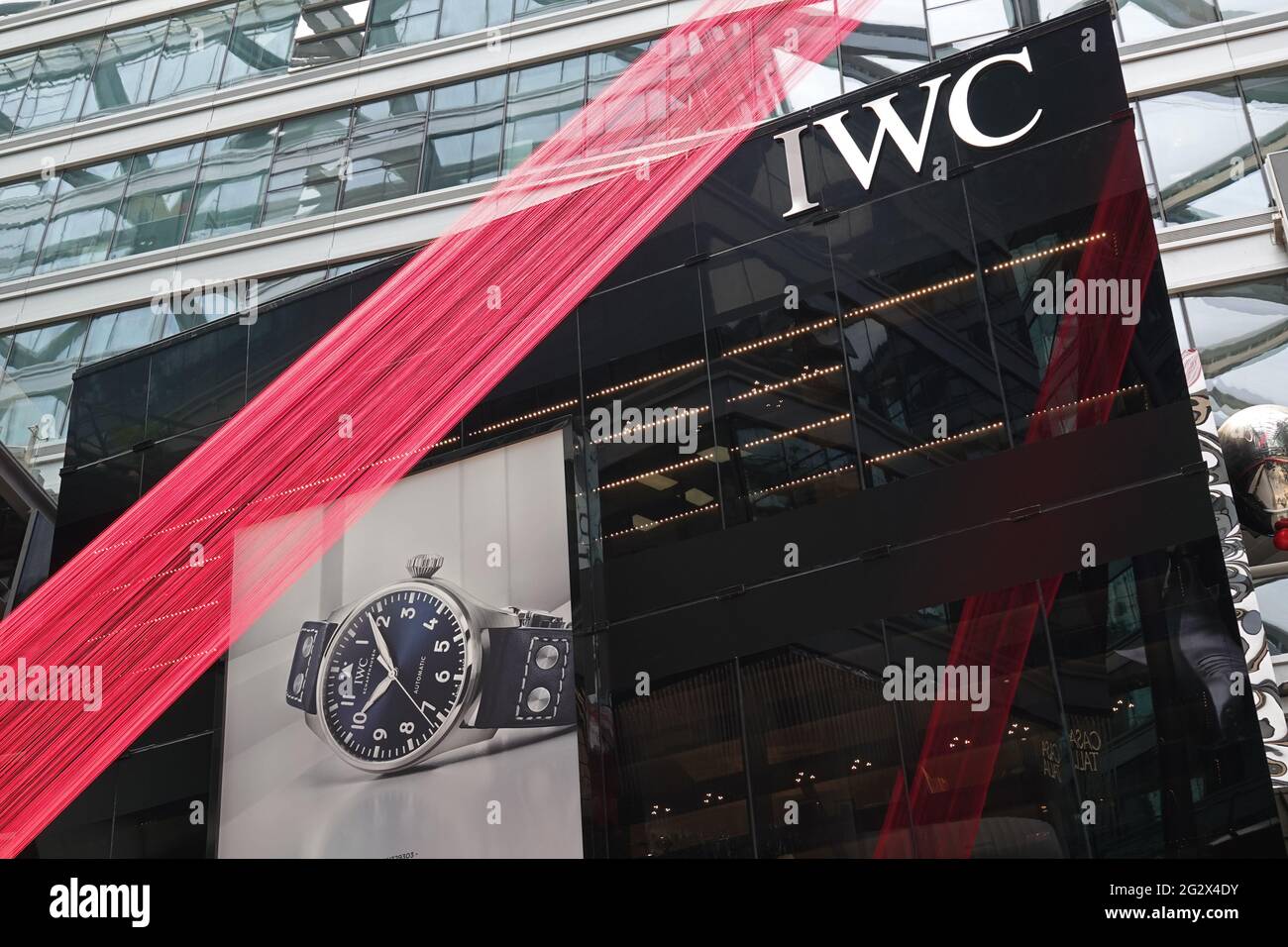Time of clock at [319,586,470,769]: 6:53
